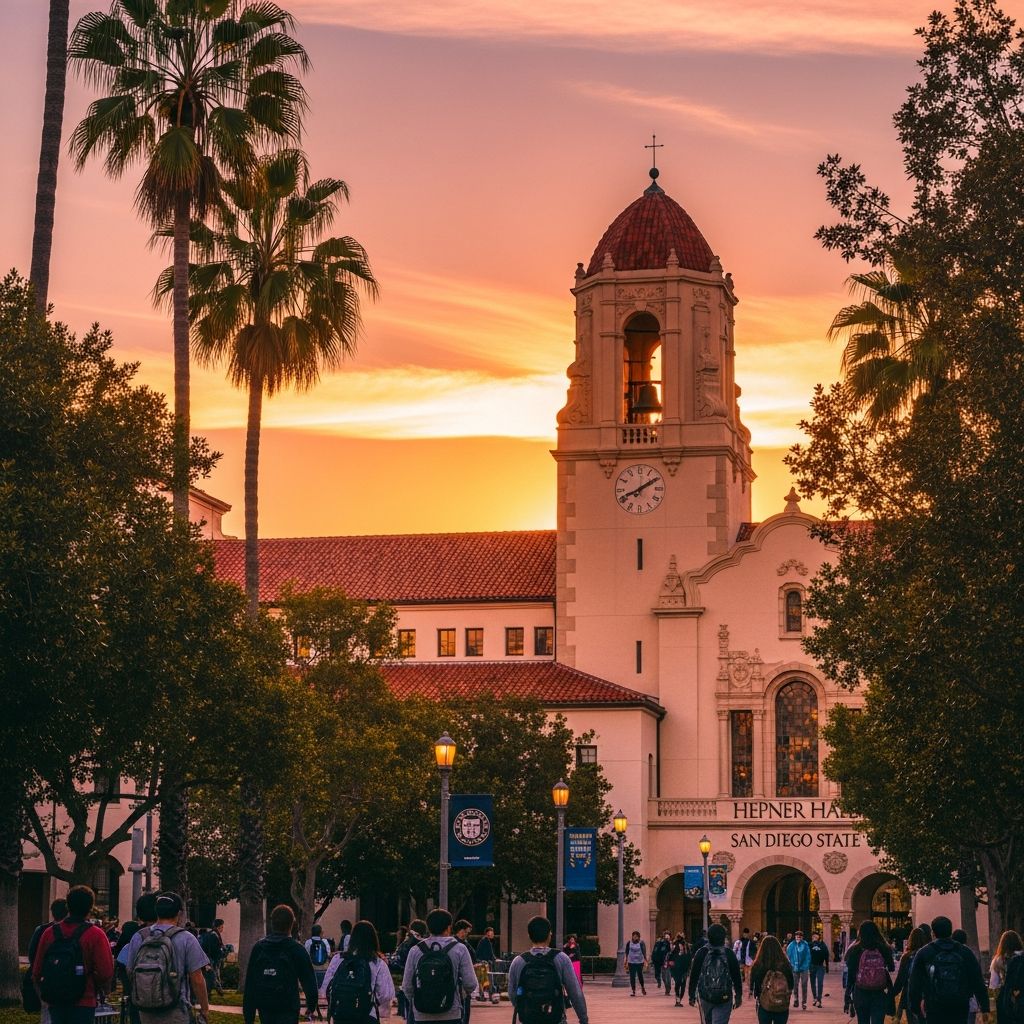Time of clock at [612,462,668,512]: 8:09
